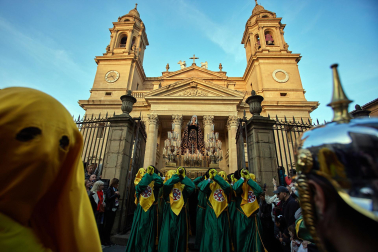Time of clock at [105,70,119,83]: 8:23
